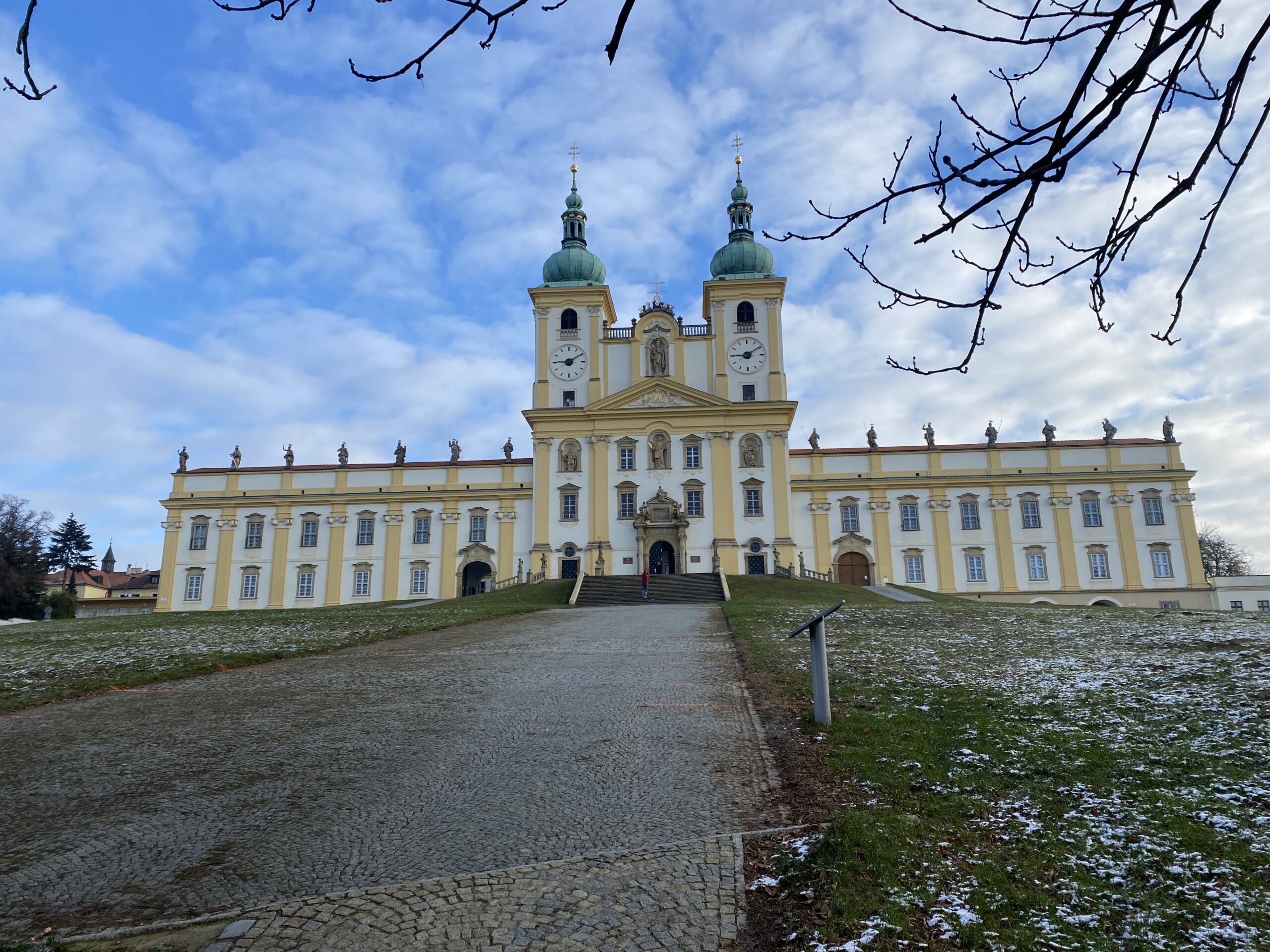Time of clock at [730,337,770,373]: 9:09
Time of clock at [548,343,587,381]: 9:09
